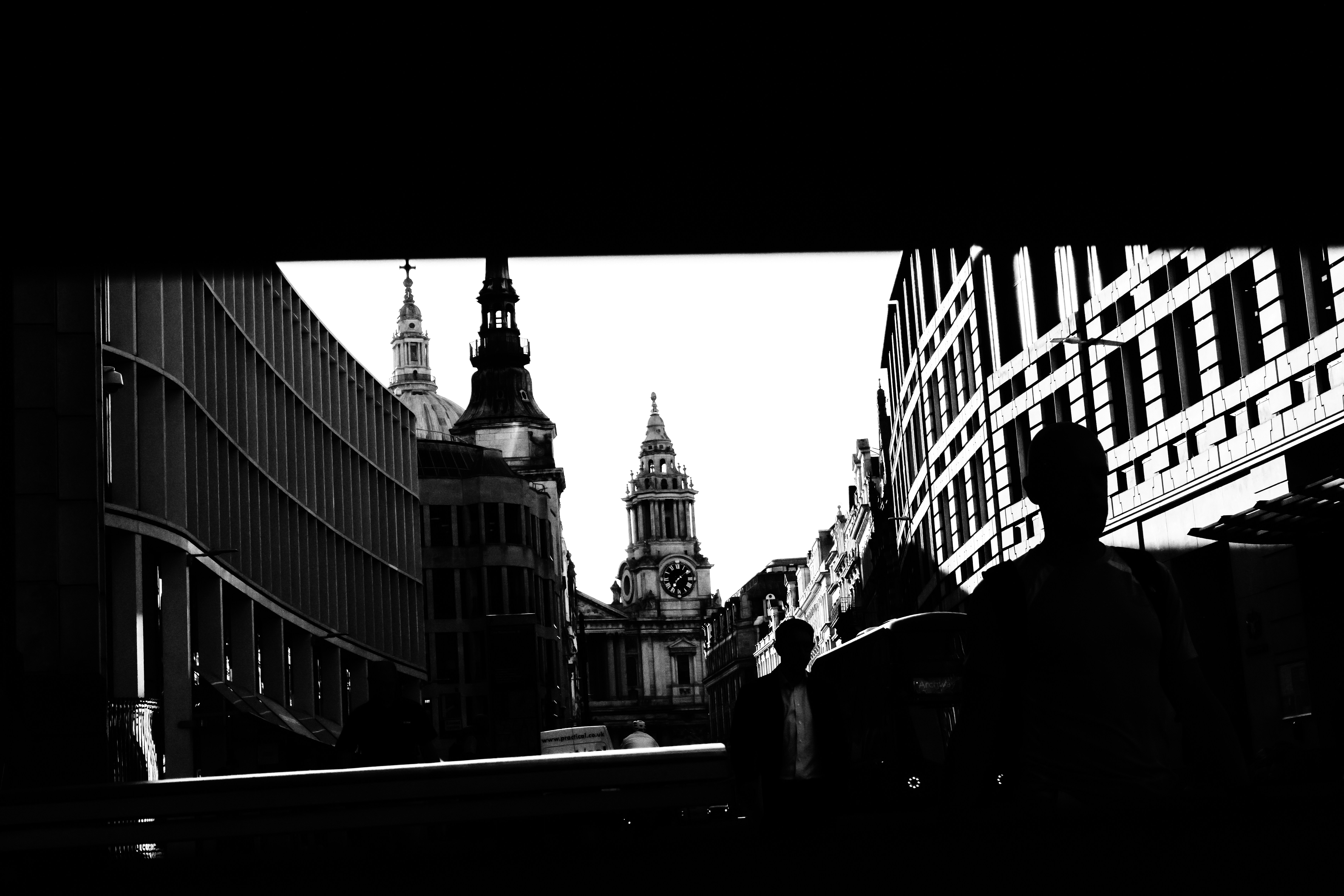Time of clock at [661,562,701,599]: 1:36
